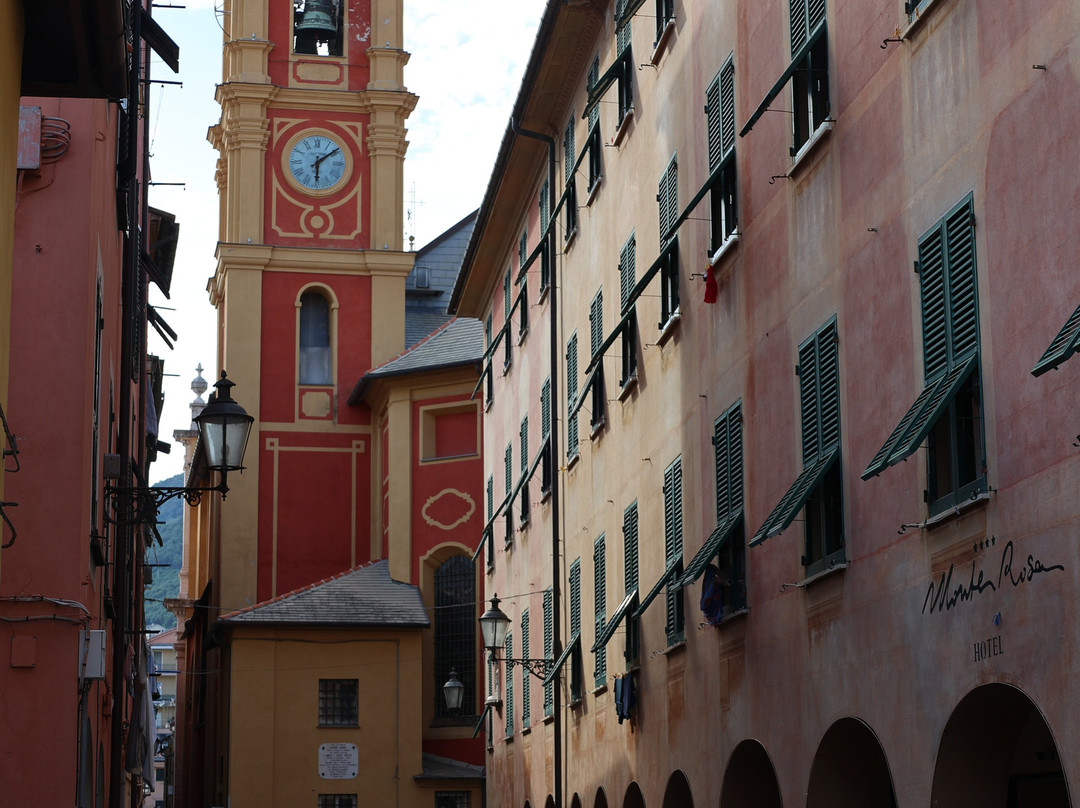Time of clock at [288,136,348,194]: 6:08
